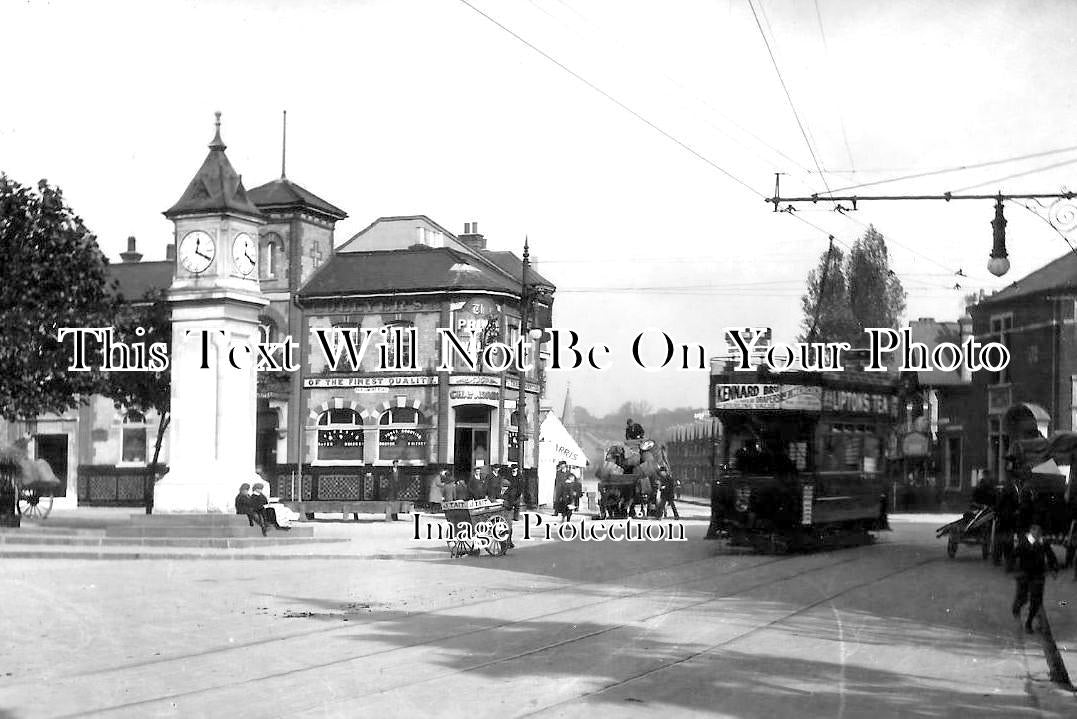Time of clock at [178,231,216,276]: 12:19
